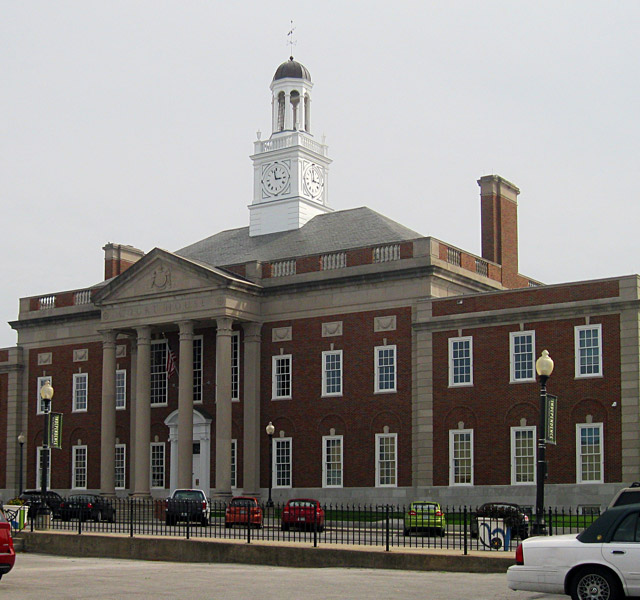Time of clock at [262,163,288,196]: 2:57
